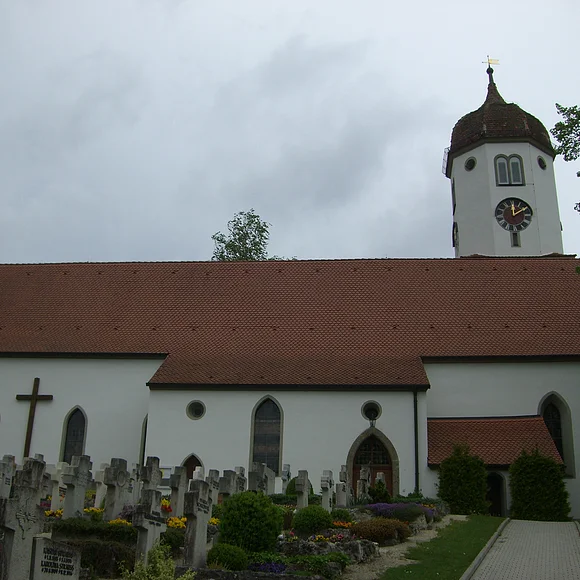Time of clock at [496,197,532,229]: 12:09
